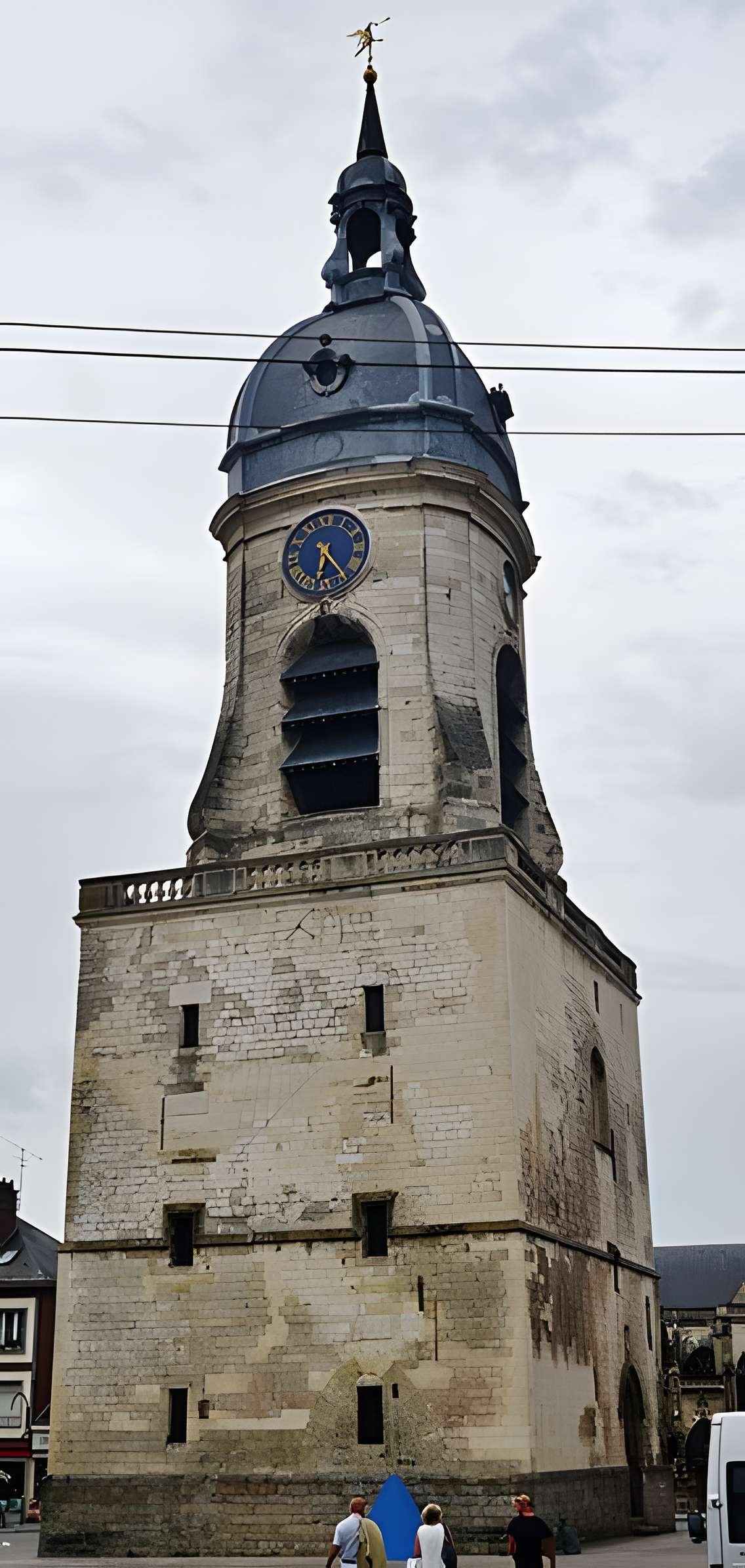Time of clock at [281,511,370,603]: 6:23
